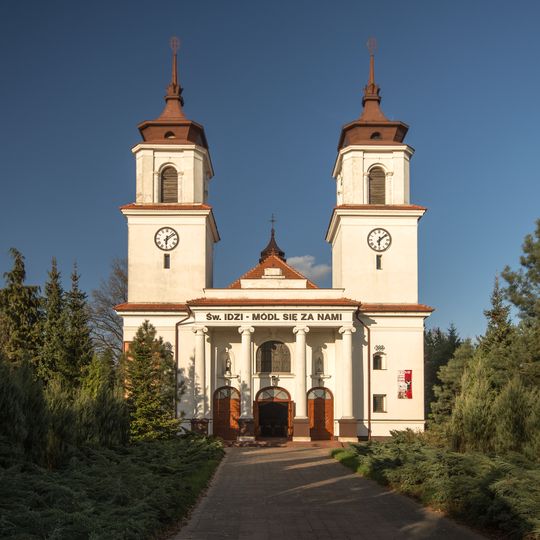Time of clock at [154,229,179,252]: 6:08
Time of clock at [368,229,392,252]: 6:08
